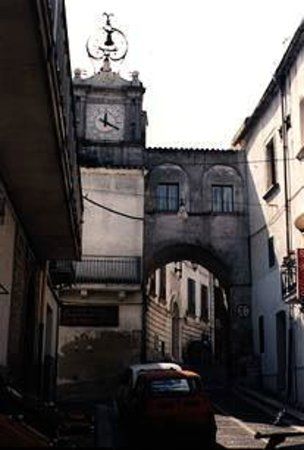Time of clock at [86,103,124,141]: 12:19
